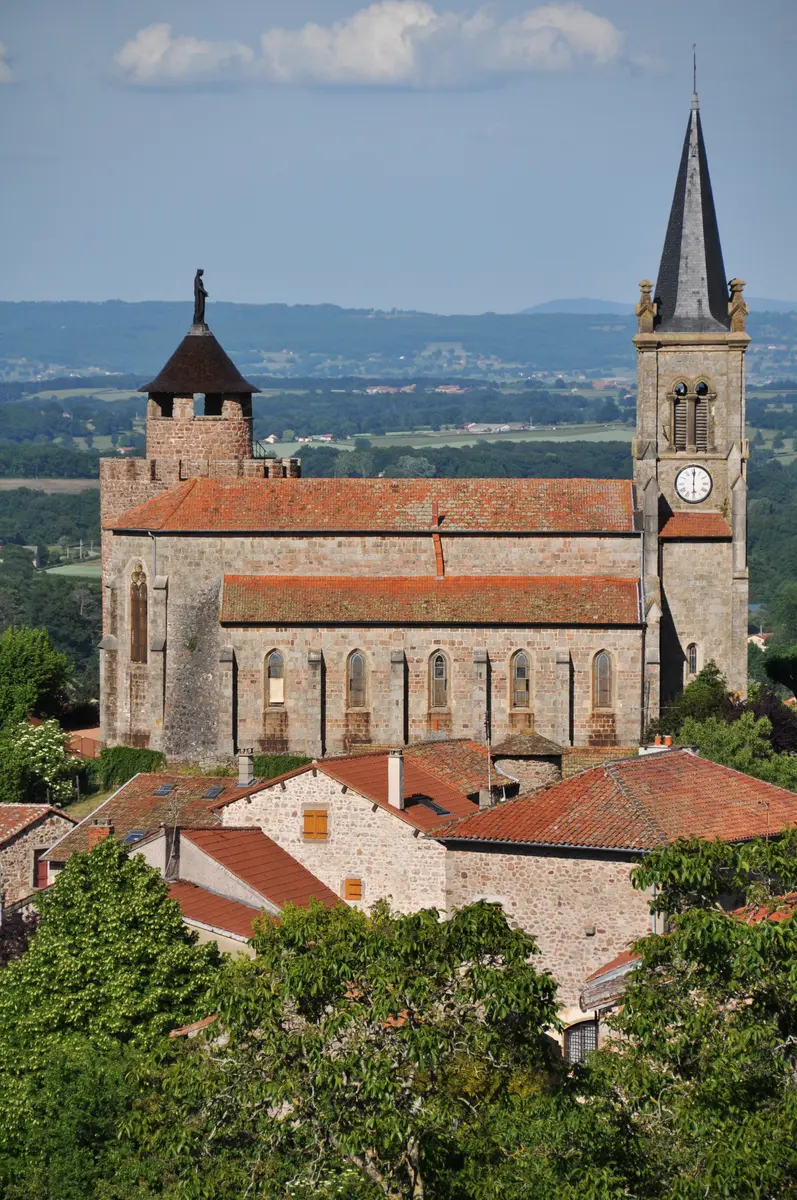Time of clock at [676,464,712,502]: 6:00
